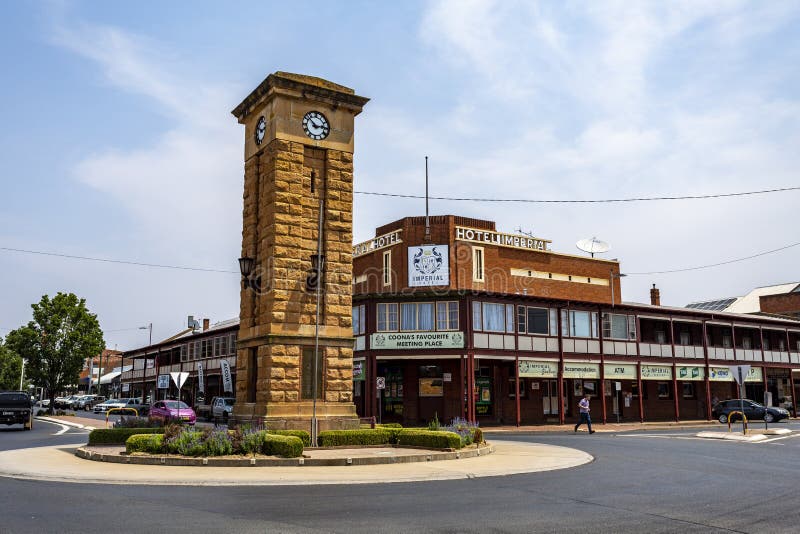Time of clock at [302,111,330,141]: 2:52
